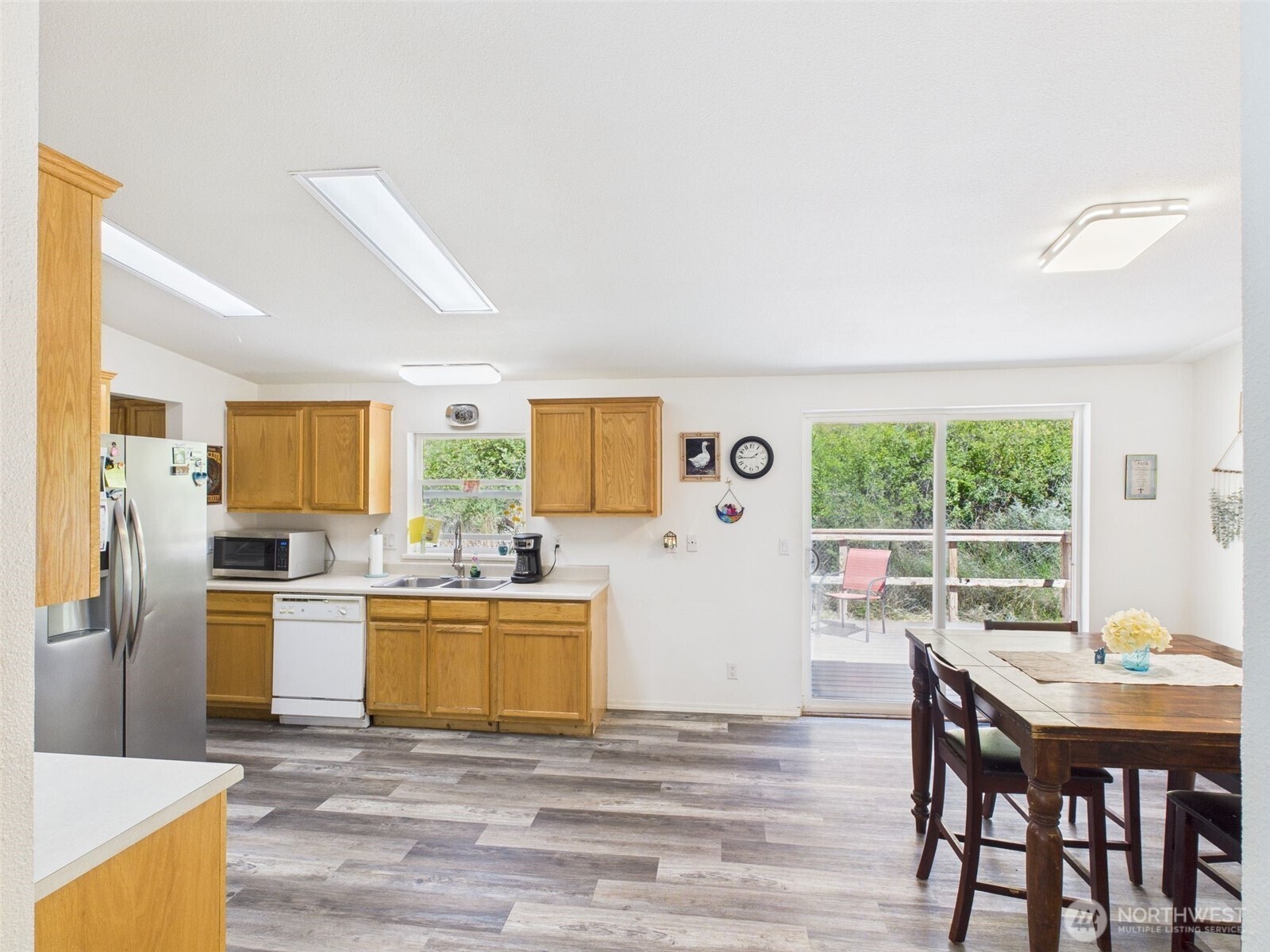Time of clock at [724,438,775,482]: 1:44
